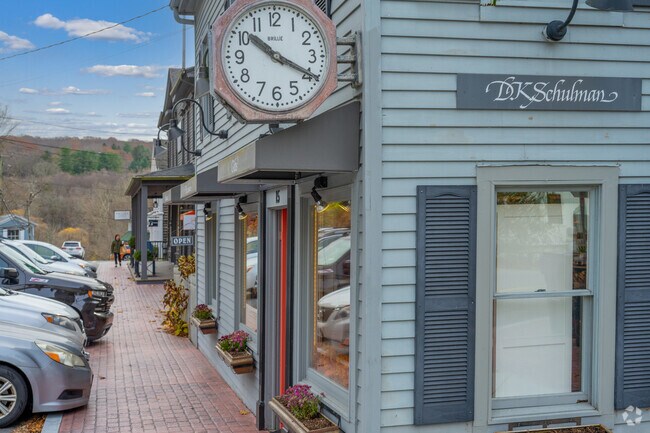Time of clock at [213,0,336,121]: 10:19
